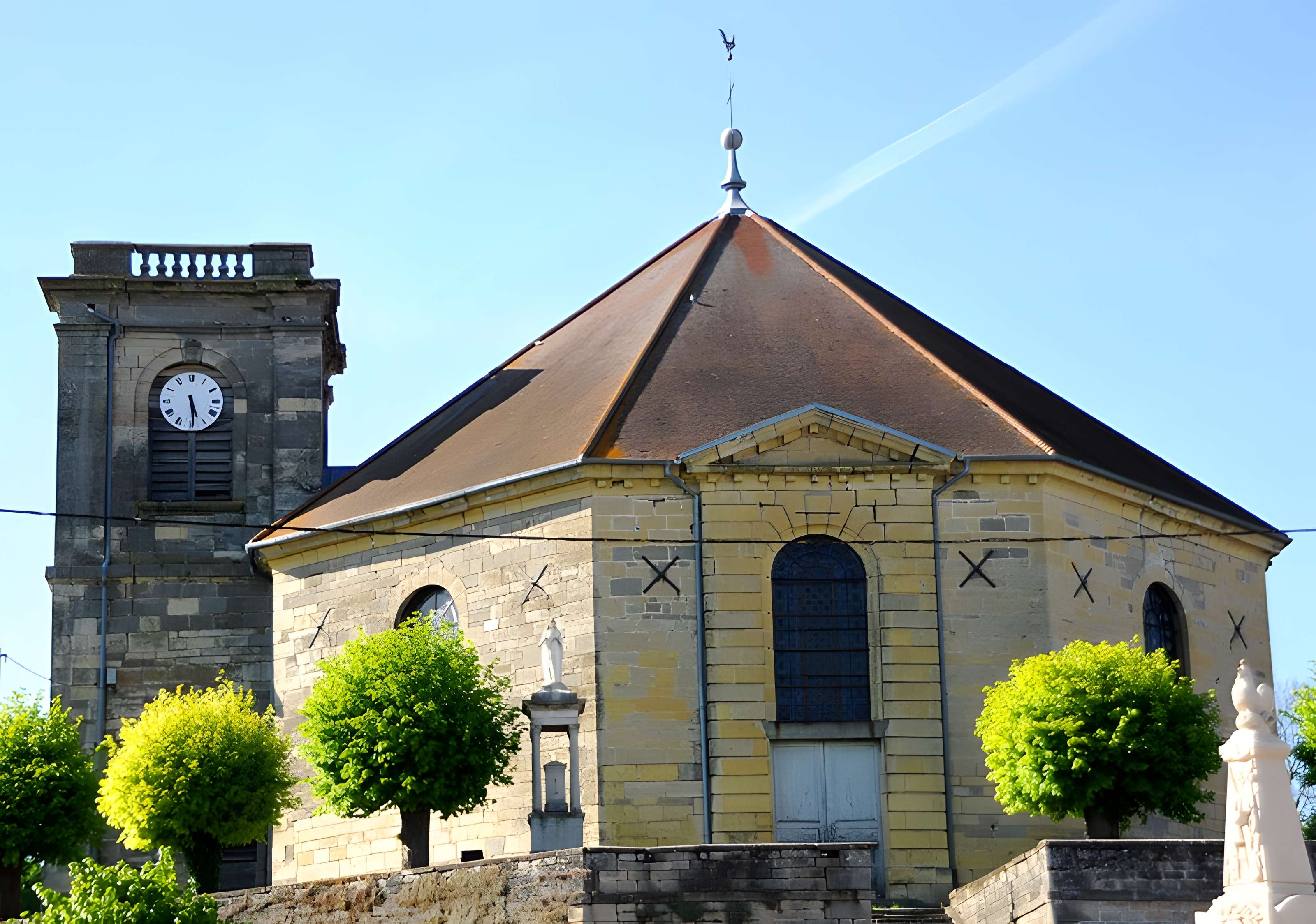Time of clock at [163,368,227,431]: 5:29
